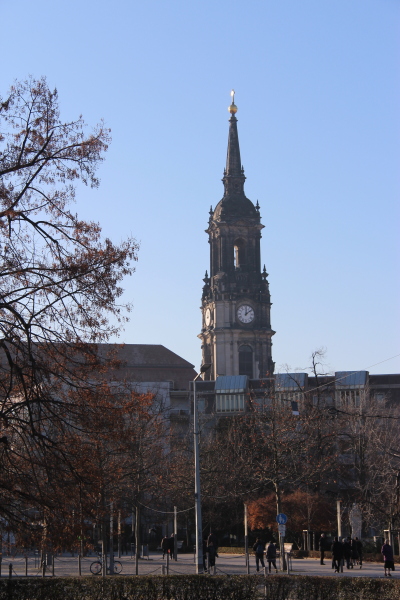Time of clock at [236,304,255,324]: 12:08
